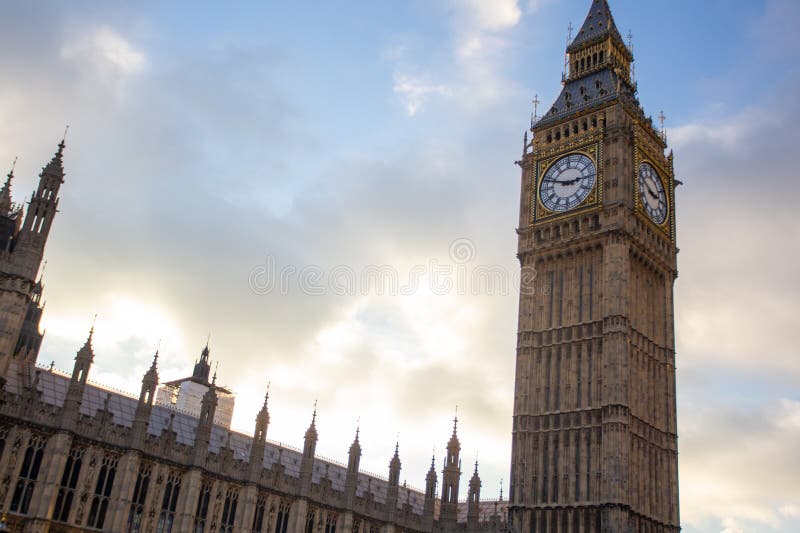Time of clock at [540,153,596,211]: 2:48
